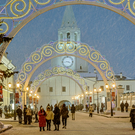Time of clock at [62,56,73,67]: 3:43
